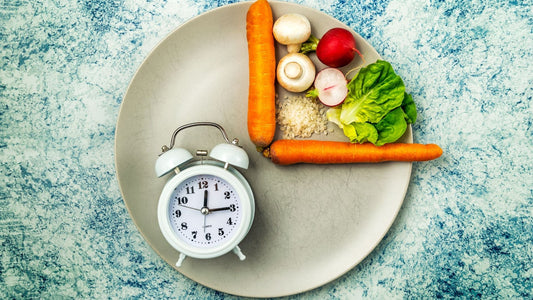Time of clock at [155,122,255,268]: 12:14
